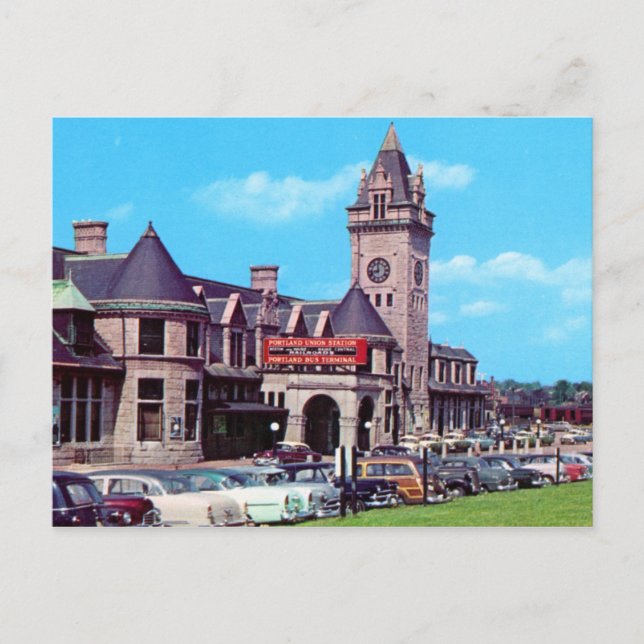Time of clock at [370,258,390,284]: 11:42
